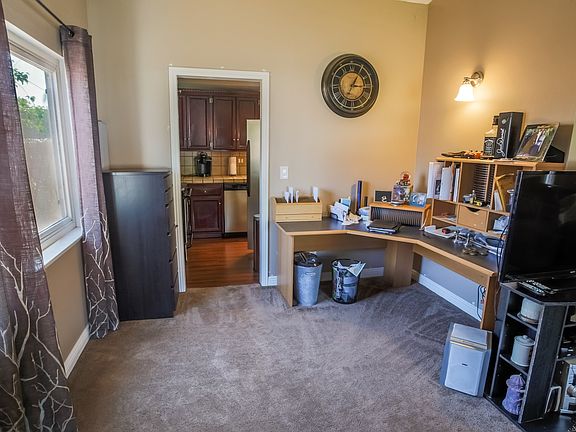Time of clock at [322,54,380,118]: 3:05
